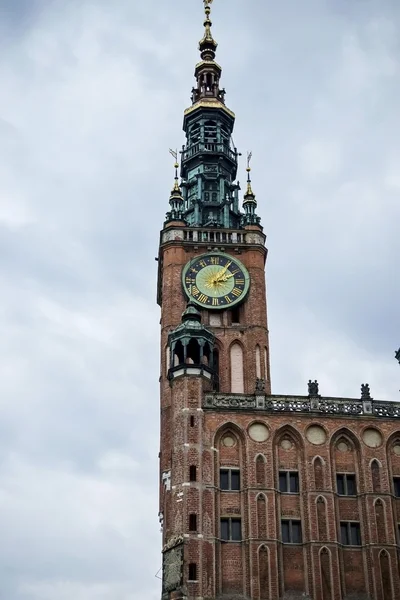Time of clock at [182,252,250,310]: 2:06
